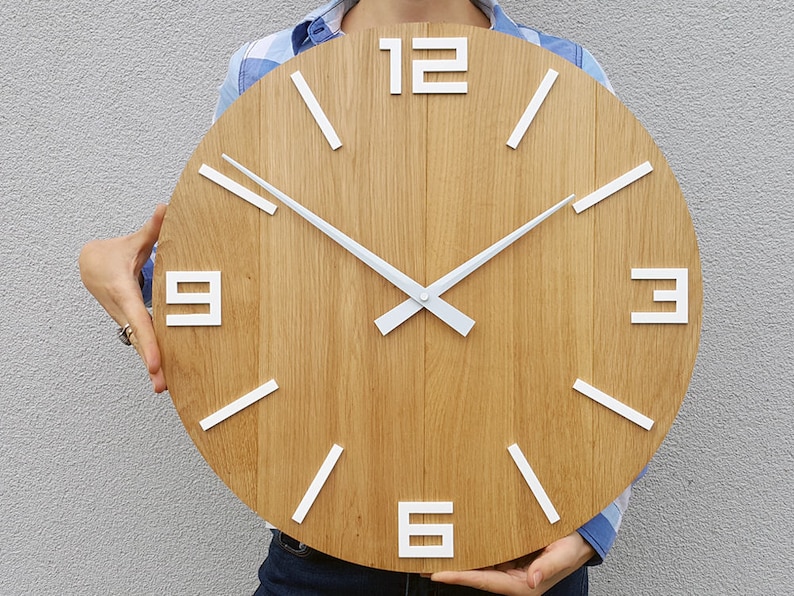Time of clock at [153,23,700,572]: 1:50
